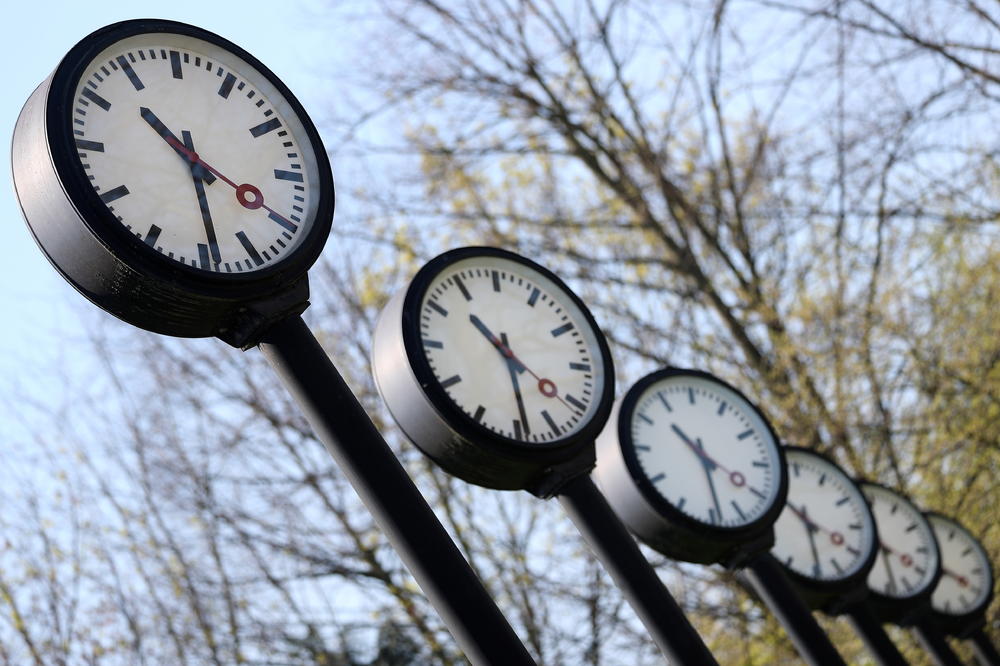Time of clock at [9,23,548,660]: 10:28
